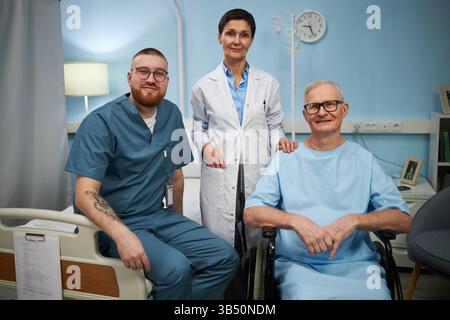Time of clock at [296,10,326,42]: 9:26
